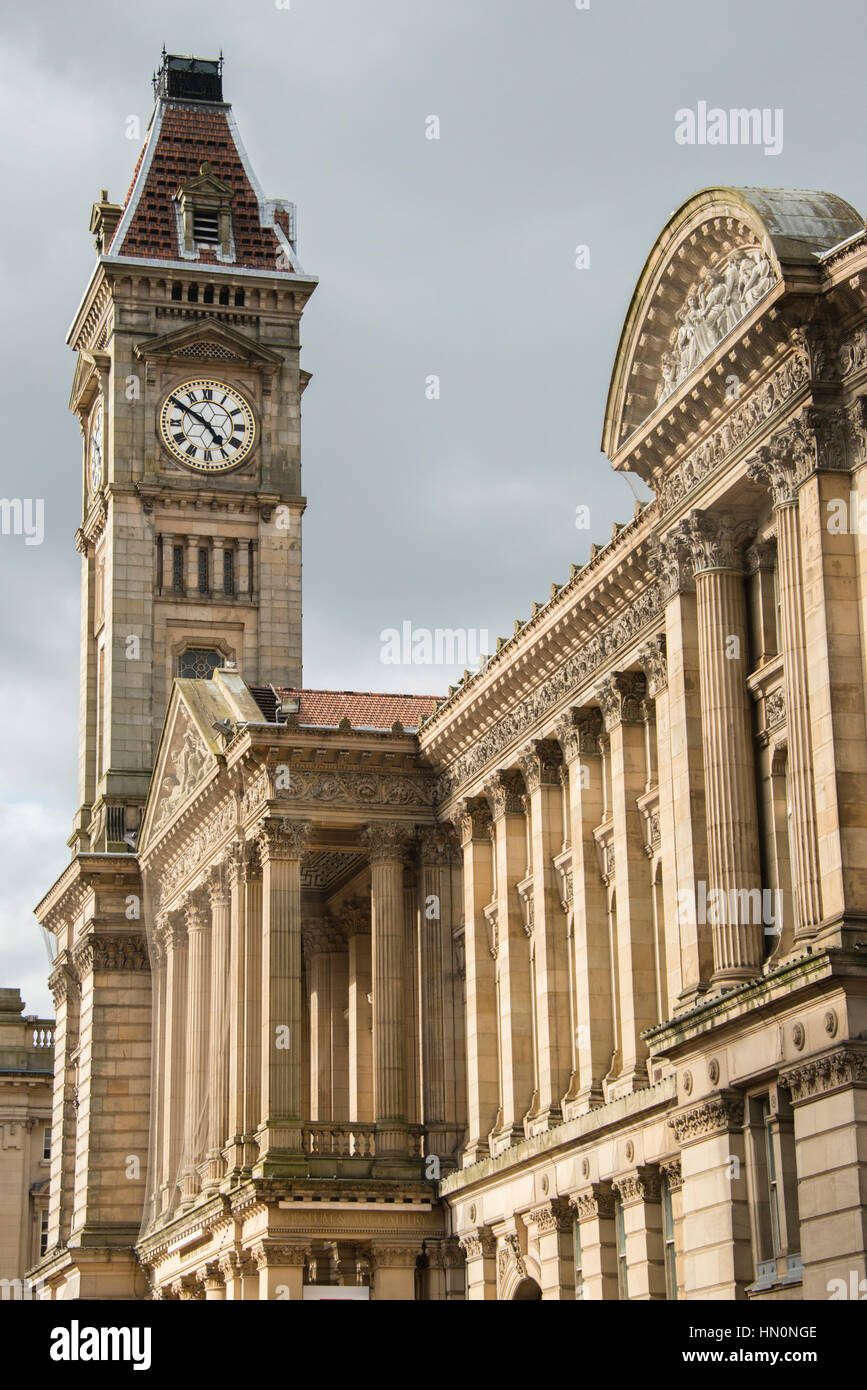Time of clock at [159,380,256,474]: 4:50
